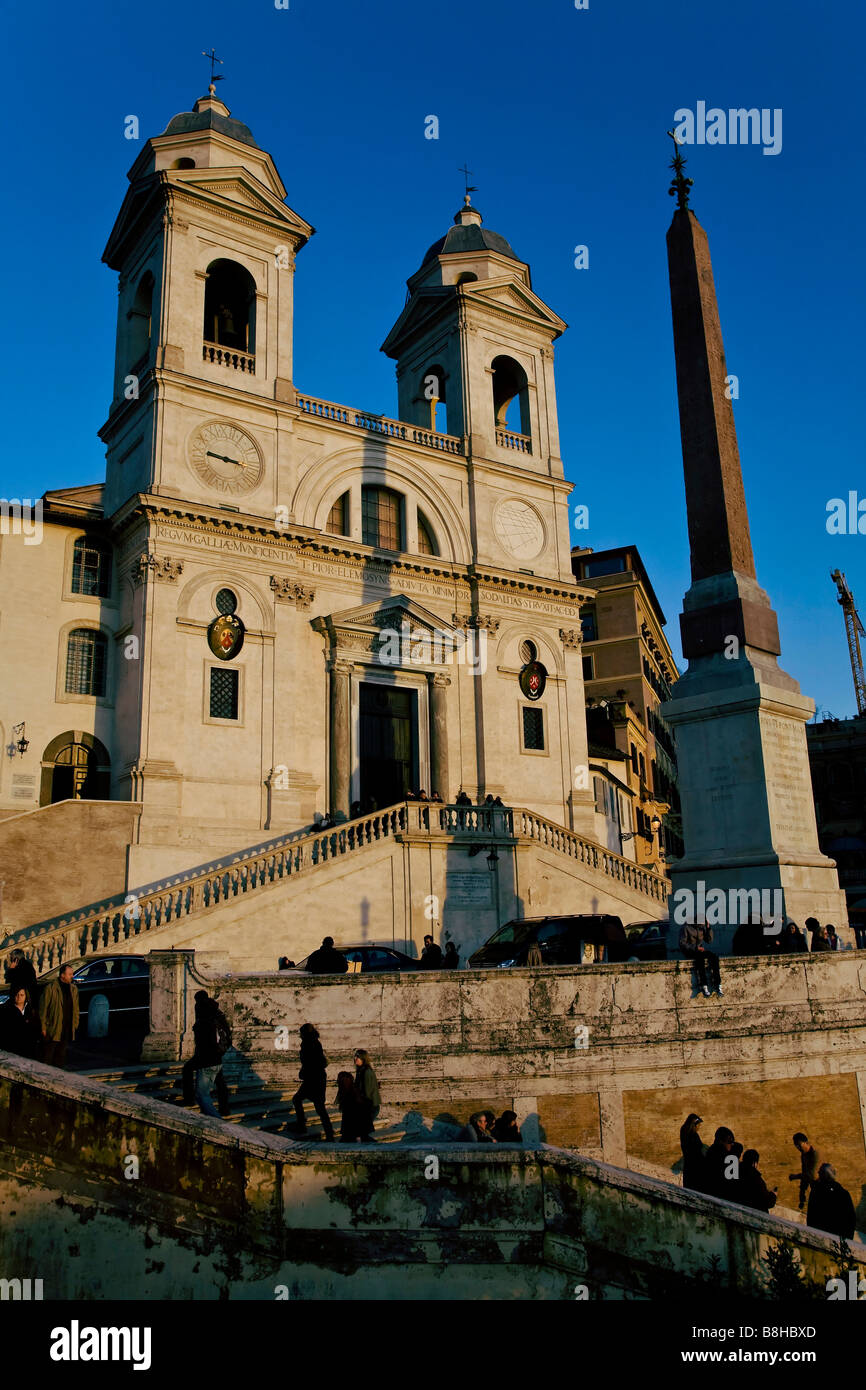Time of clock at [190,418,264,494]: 9:16
